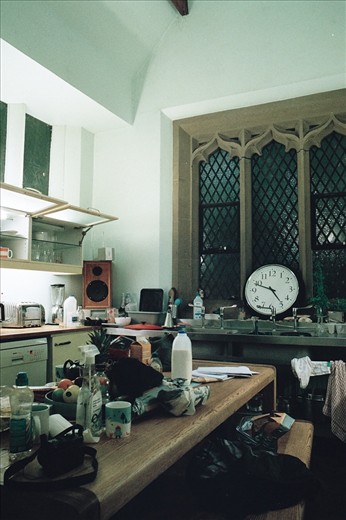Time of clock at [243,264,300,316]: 4:48
